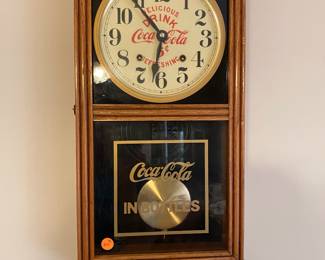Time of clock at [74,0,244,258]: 10:32
